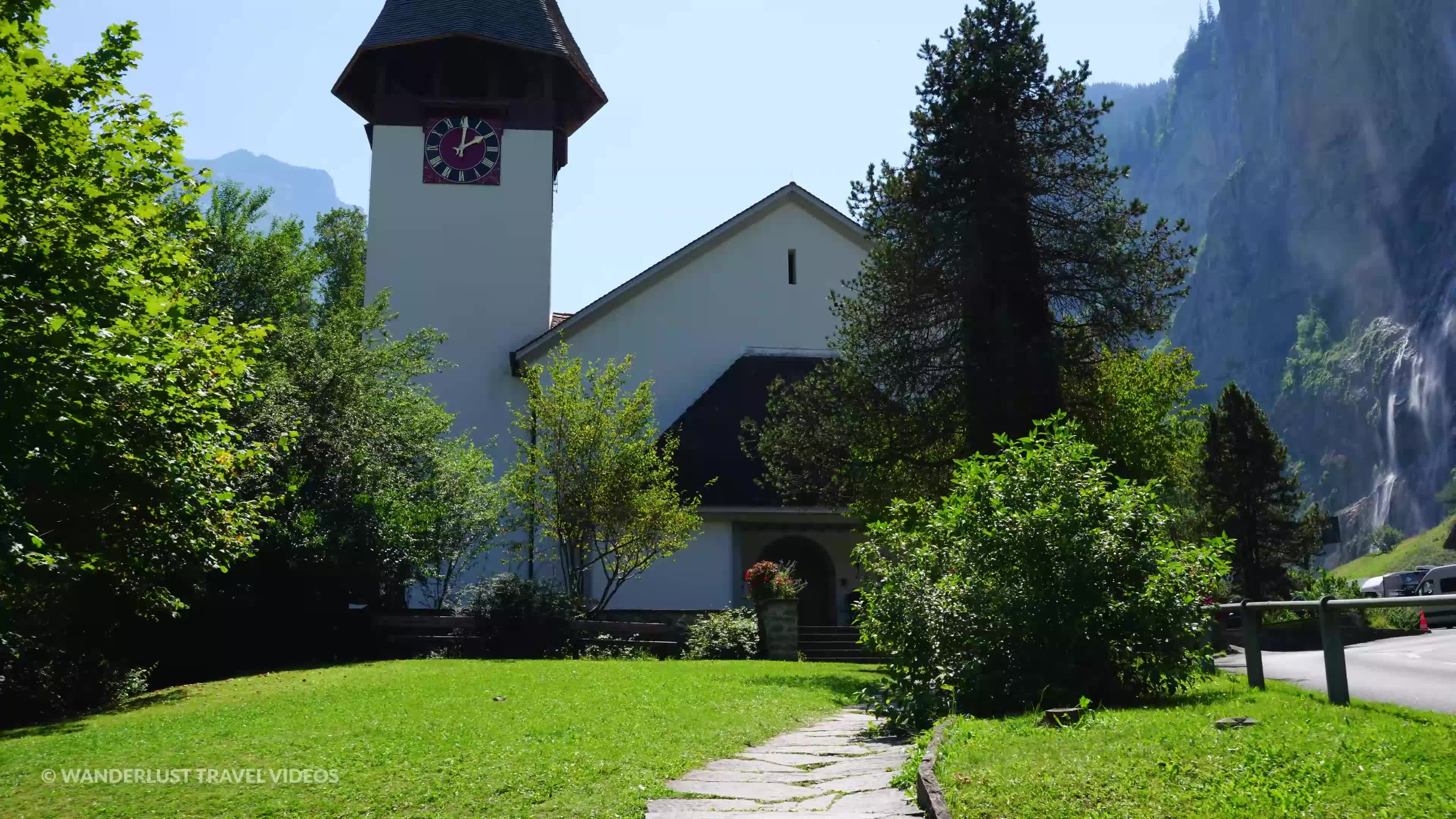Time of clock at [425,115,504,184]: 2:01
